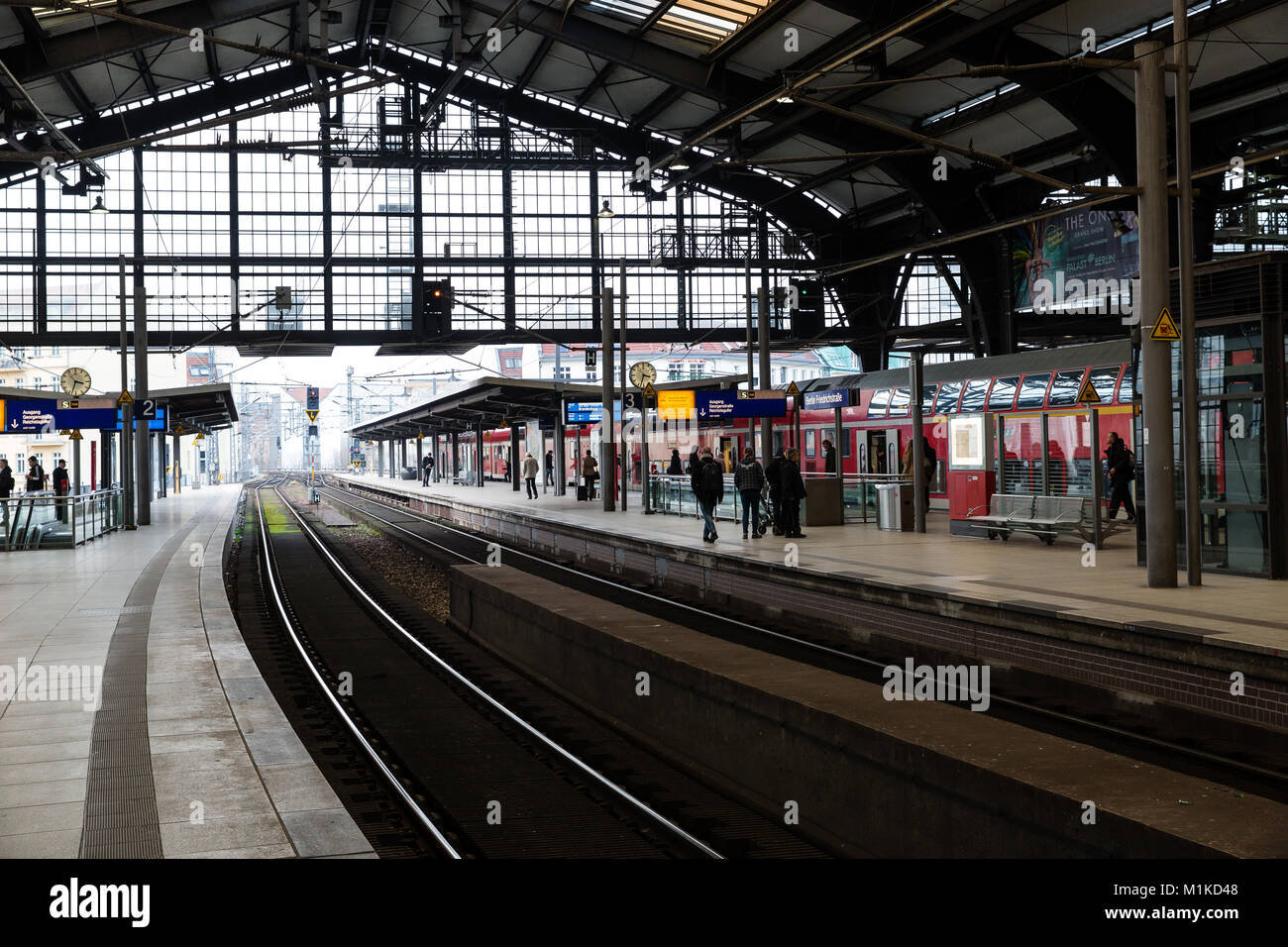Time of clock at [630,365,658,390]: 3:33
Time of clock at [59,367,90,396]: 3:33
